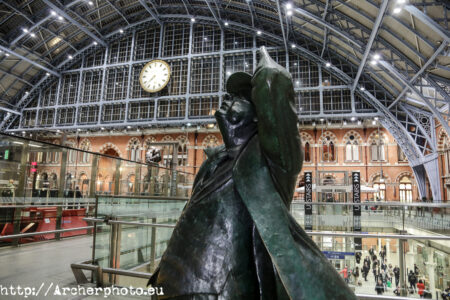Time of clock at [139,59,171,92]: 7:37
